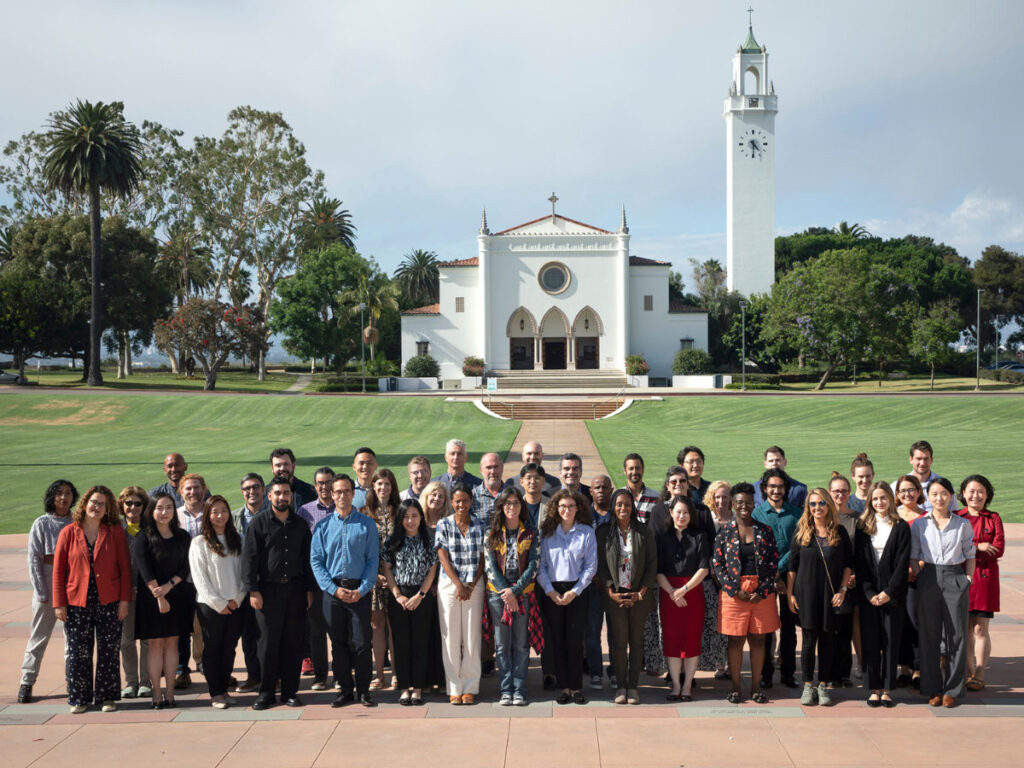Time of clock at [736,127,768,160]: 4:30
